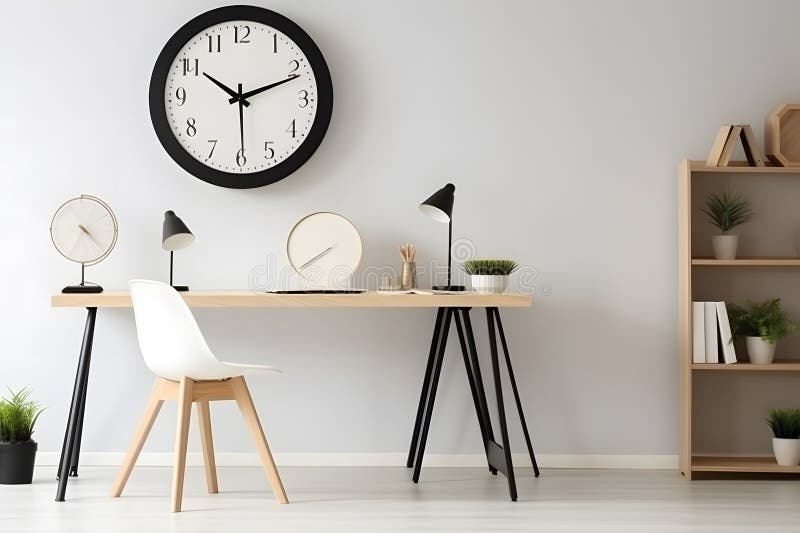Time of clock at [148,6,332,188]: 10:11
